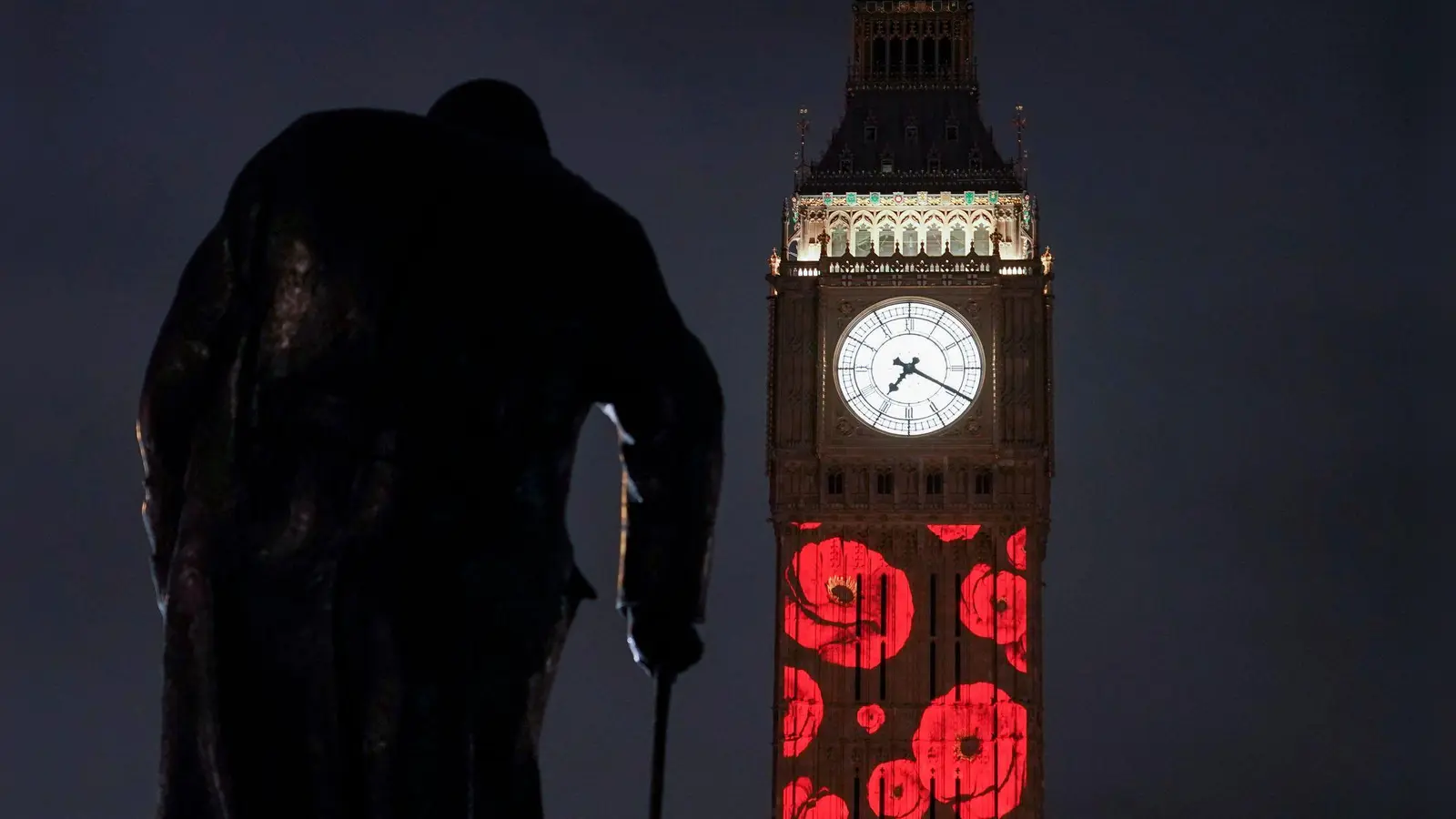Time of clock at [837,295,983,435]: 7:19
